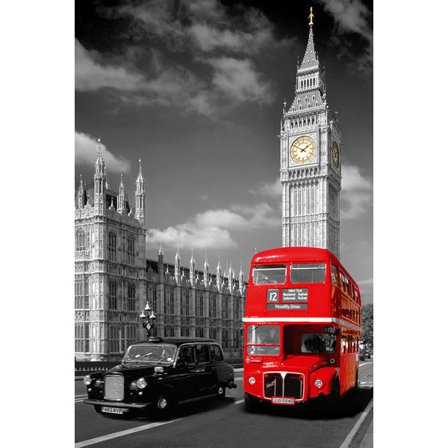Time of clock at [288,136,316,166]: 1:50
